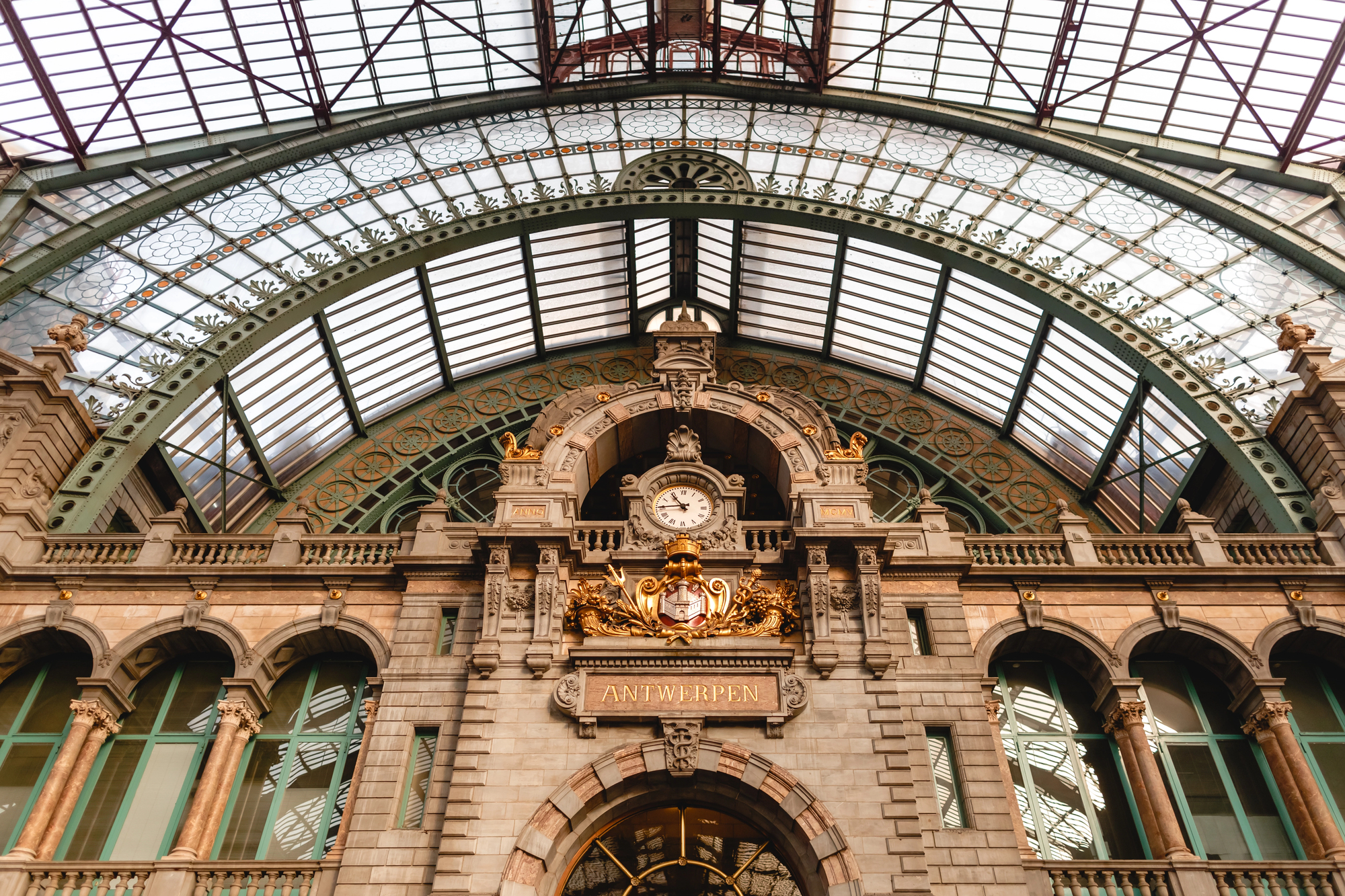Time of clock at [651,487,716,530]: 10:44
